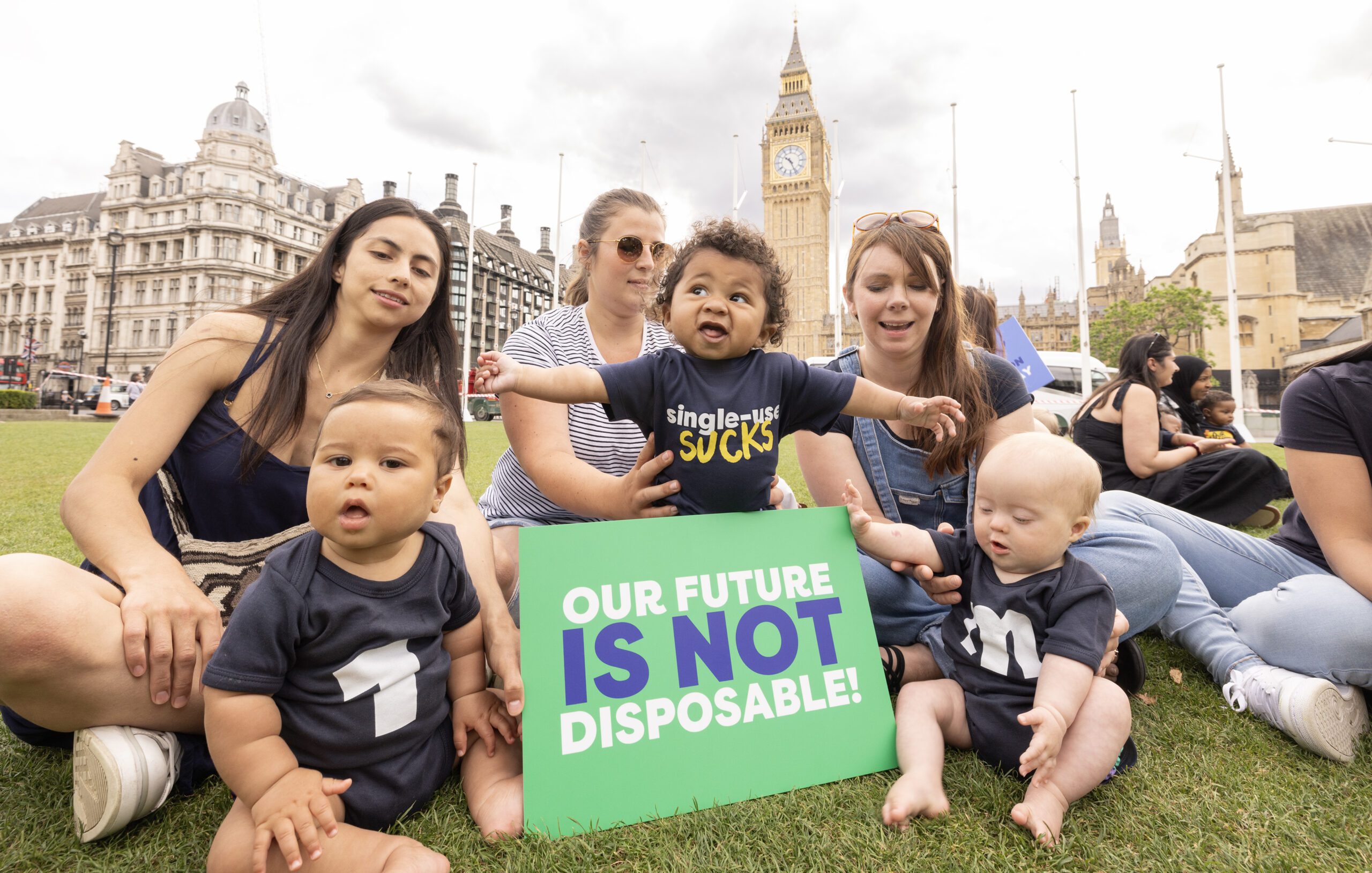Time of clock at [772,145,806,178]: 10:25
